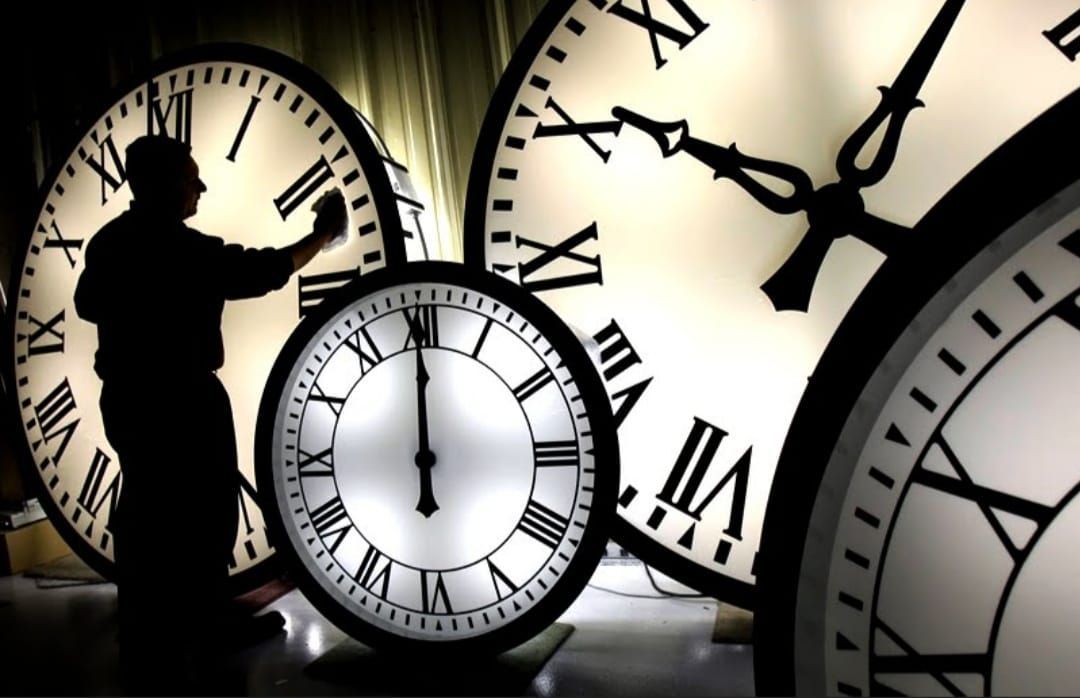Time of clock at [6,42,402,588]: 11:59
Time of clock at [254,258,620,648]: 11:59
